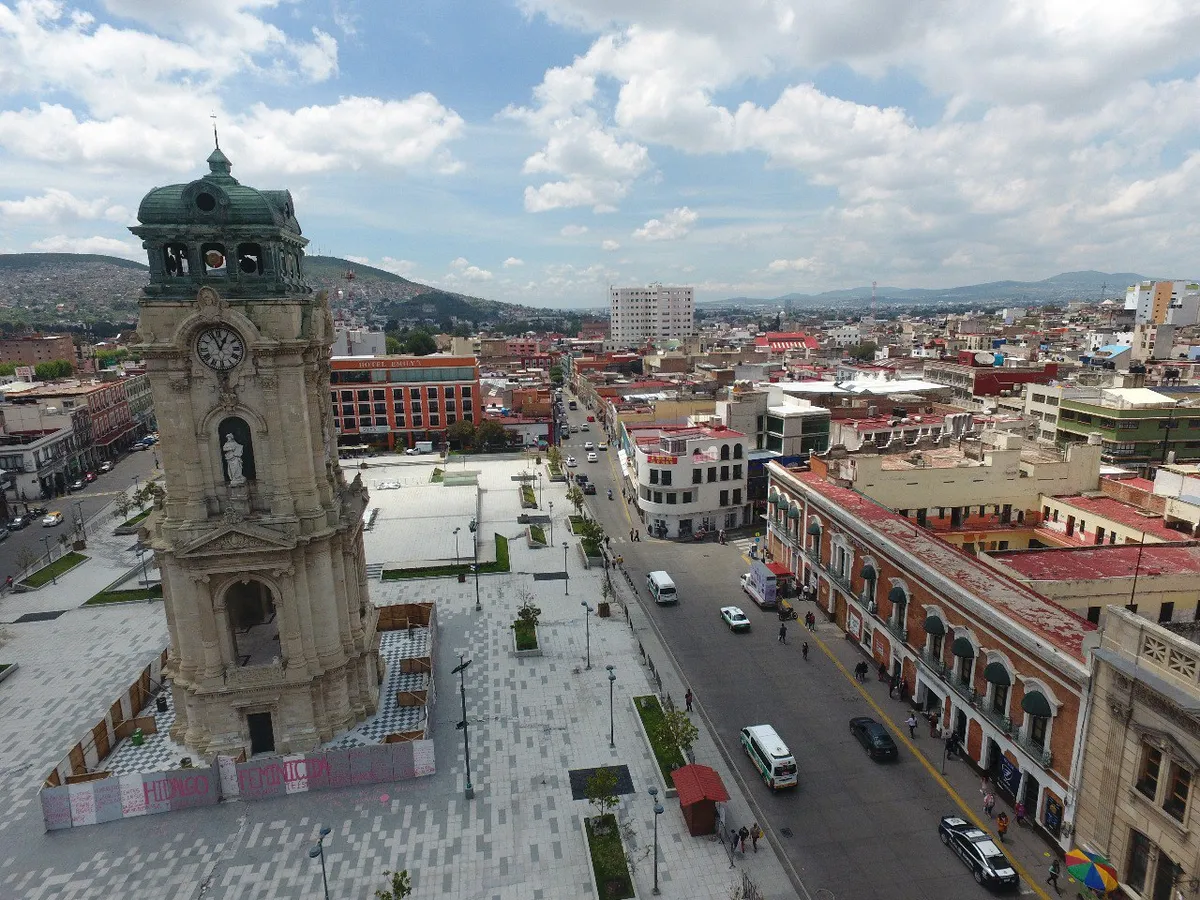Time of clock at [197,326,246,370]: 12:56
